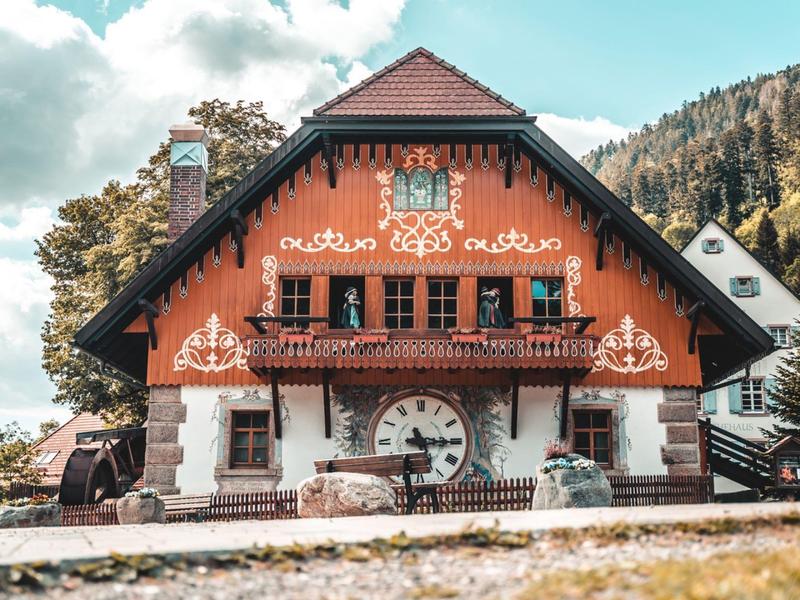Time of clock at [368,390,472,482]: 5:15
